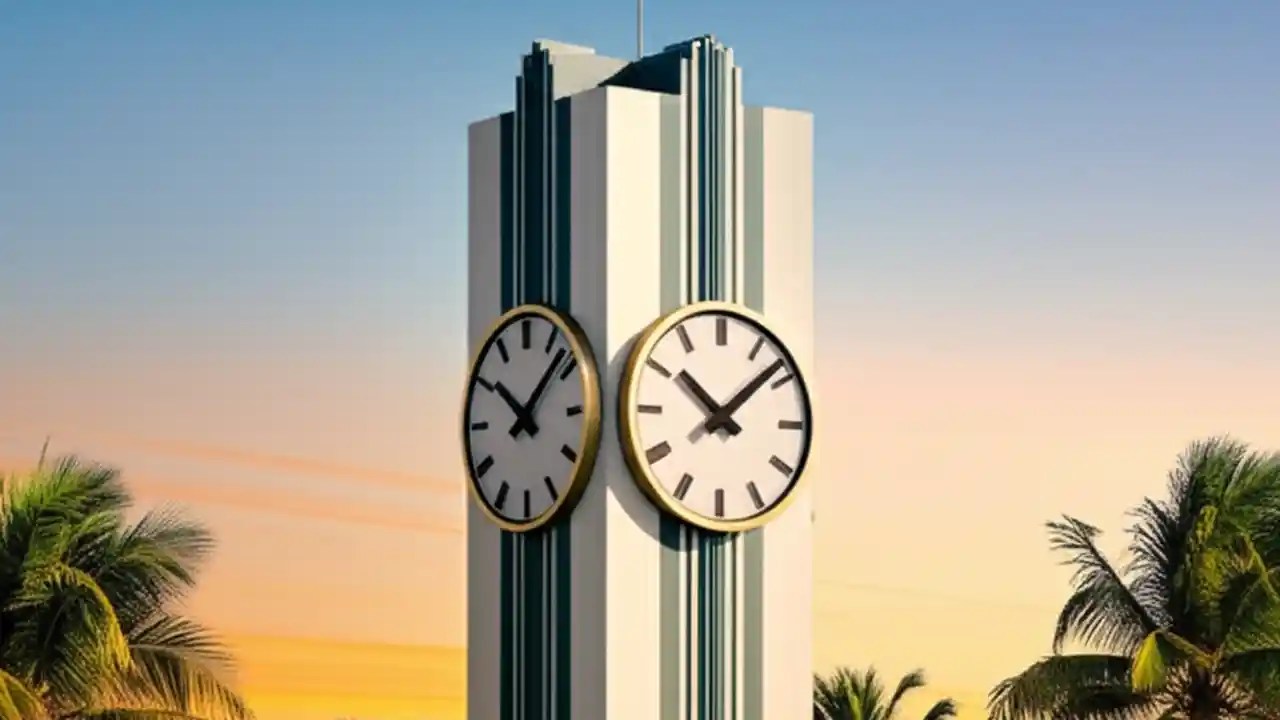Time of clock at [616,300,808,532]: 10:08
